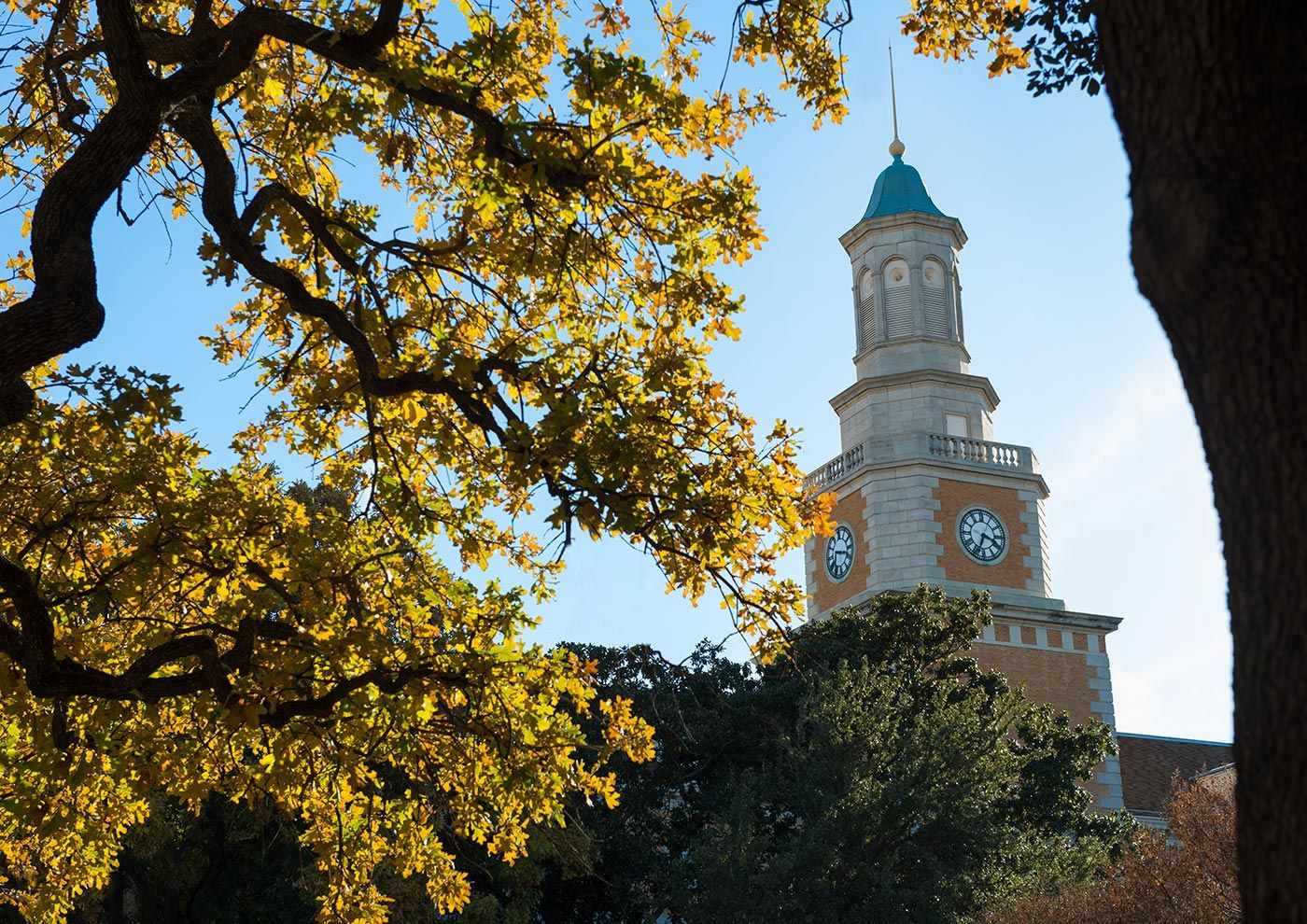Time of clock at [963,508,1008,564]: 3:33
